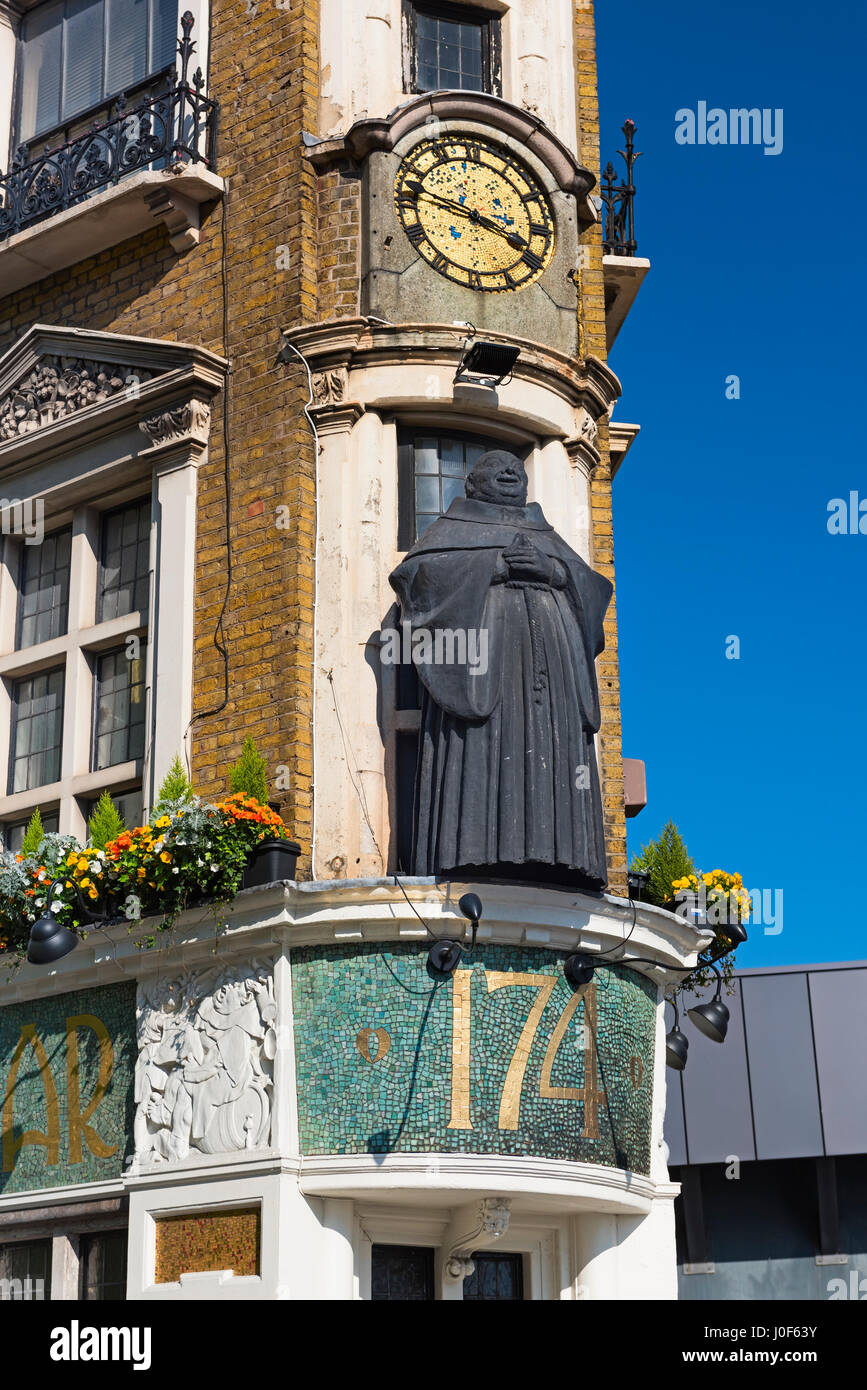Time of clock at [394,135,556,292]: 3:47
